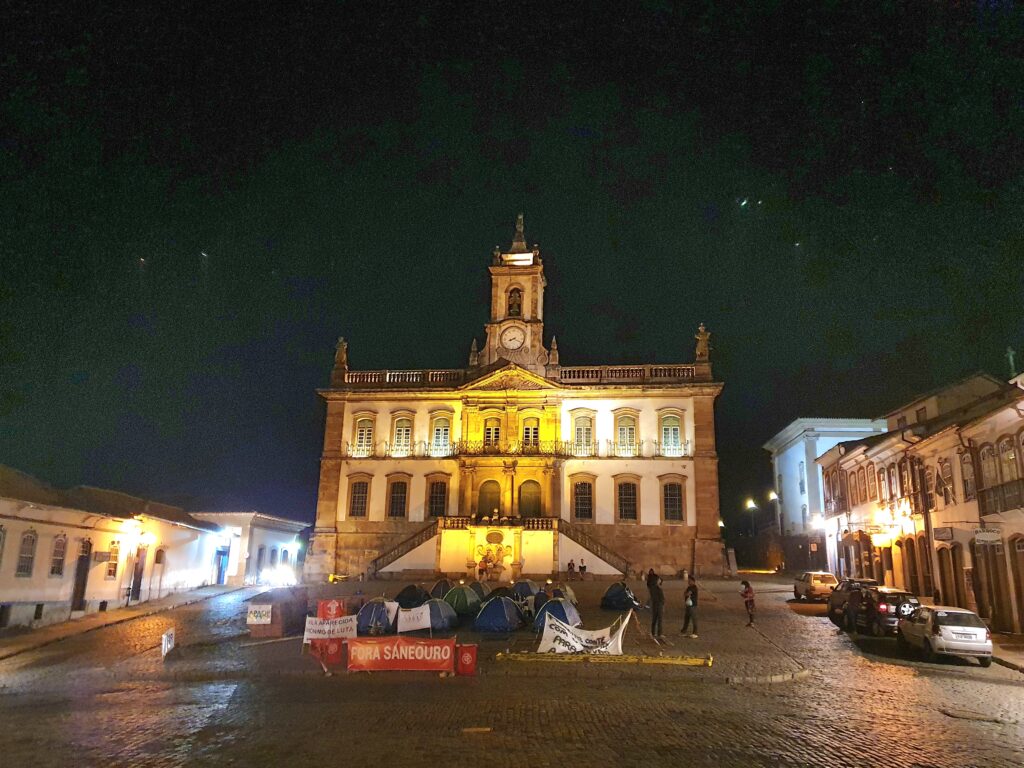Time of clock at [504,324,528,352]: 8:19
